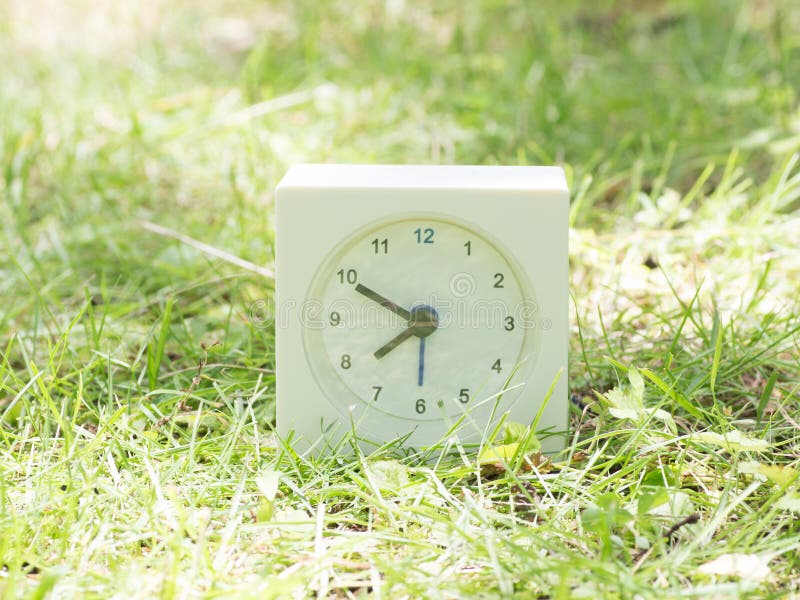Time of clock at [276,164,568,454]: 7:49
